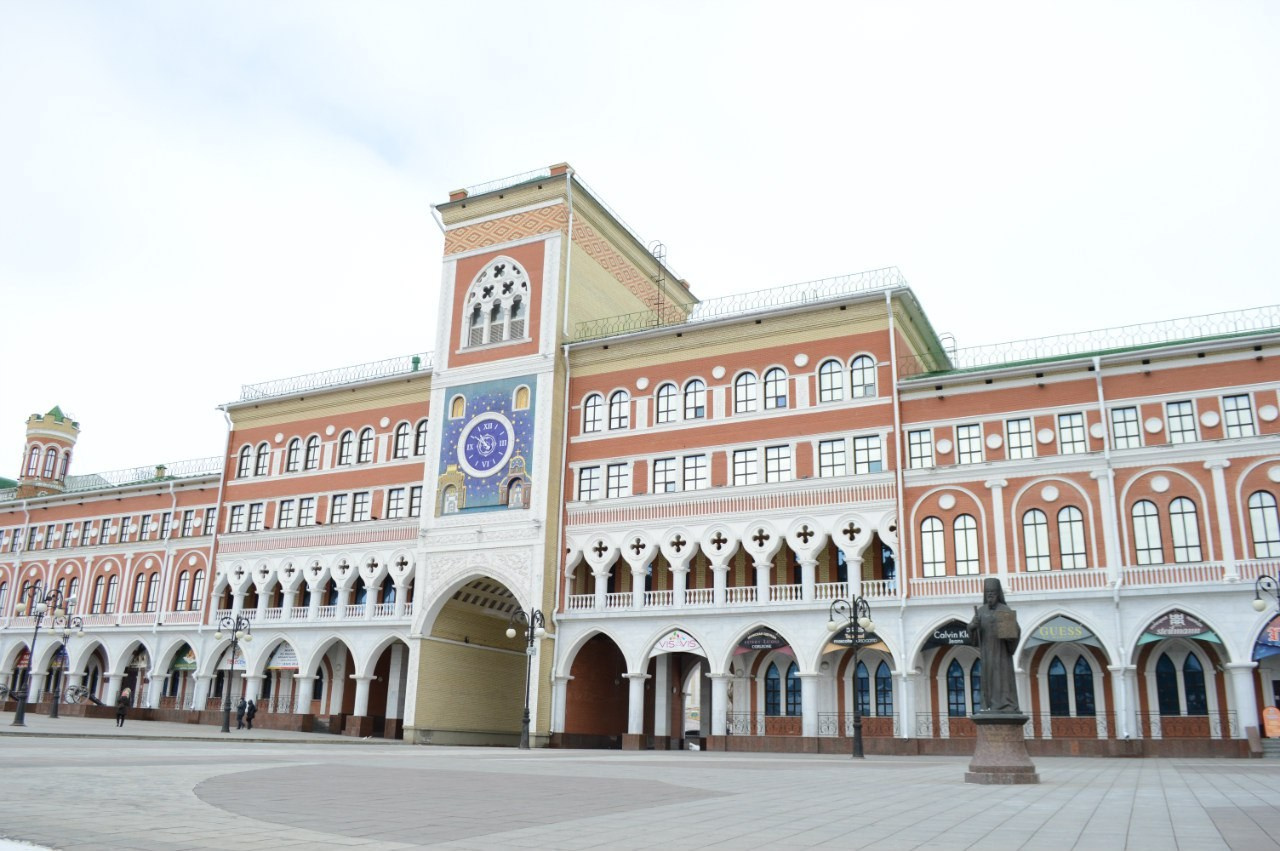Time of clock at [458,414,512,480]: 10:50
